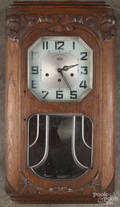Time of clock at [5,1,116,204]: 2:24
